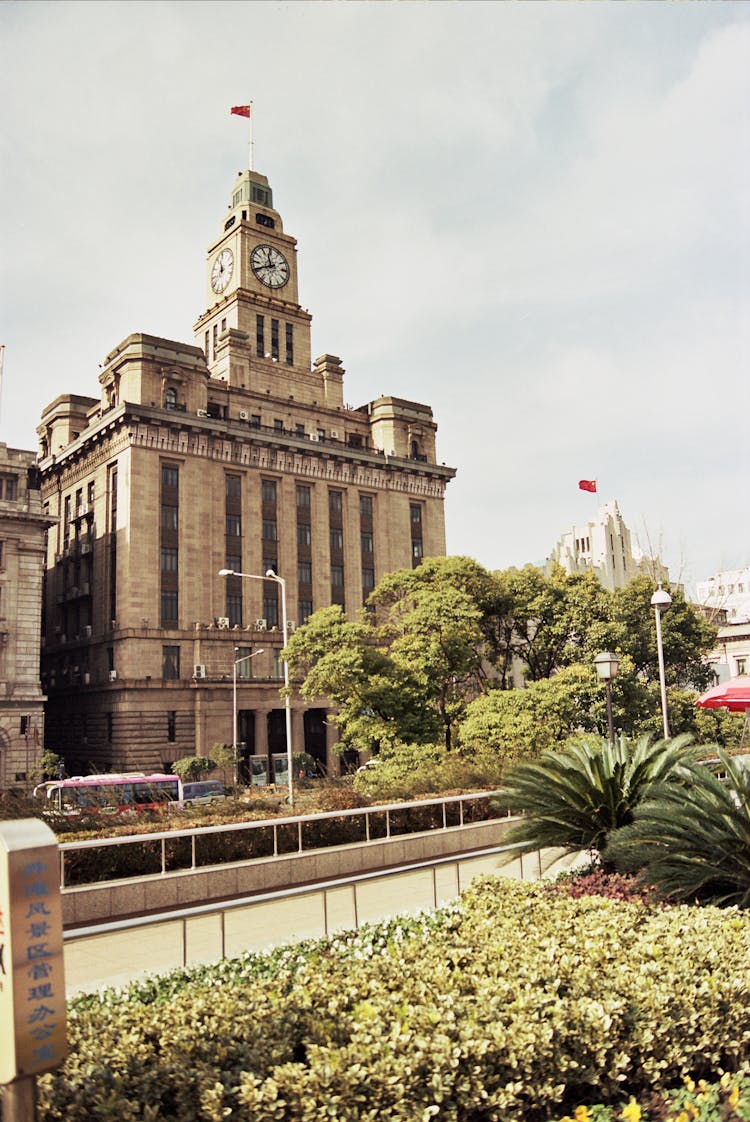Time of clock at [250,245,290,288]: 11:40
